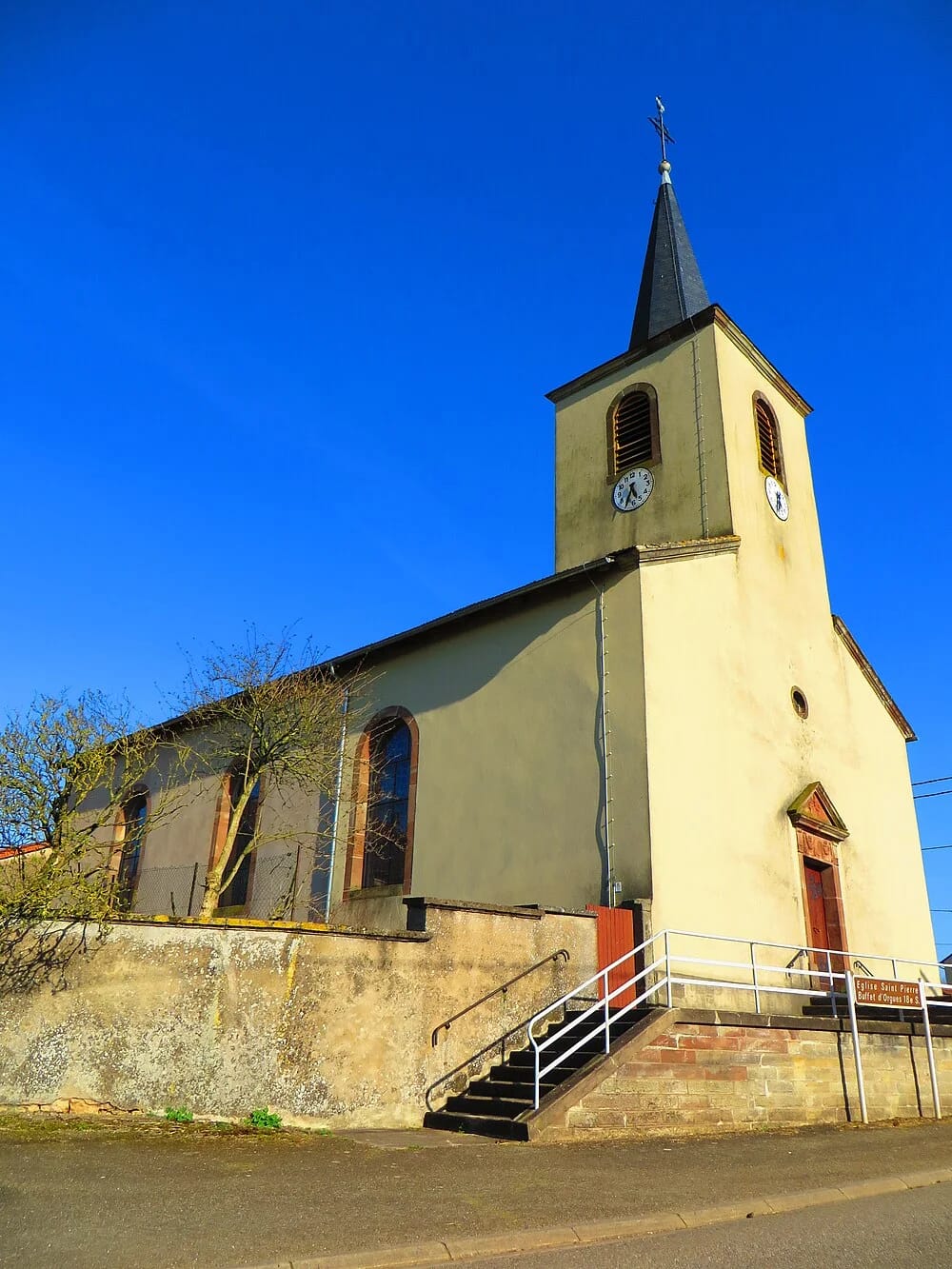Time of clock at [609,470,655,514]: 5:35
